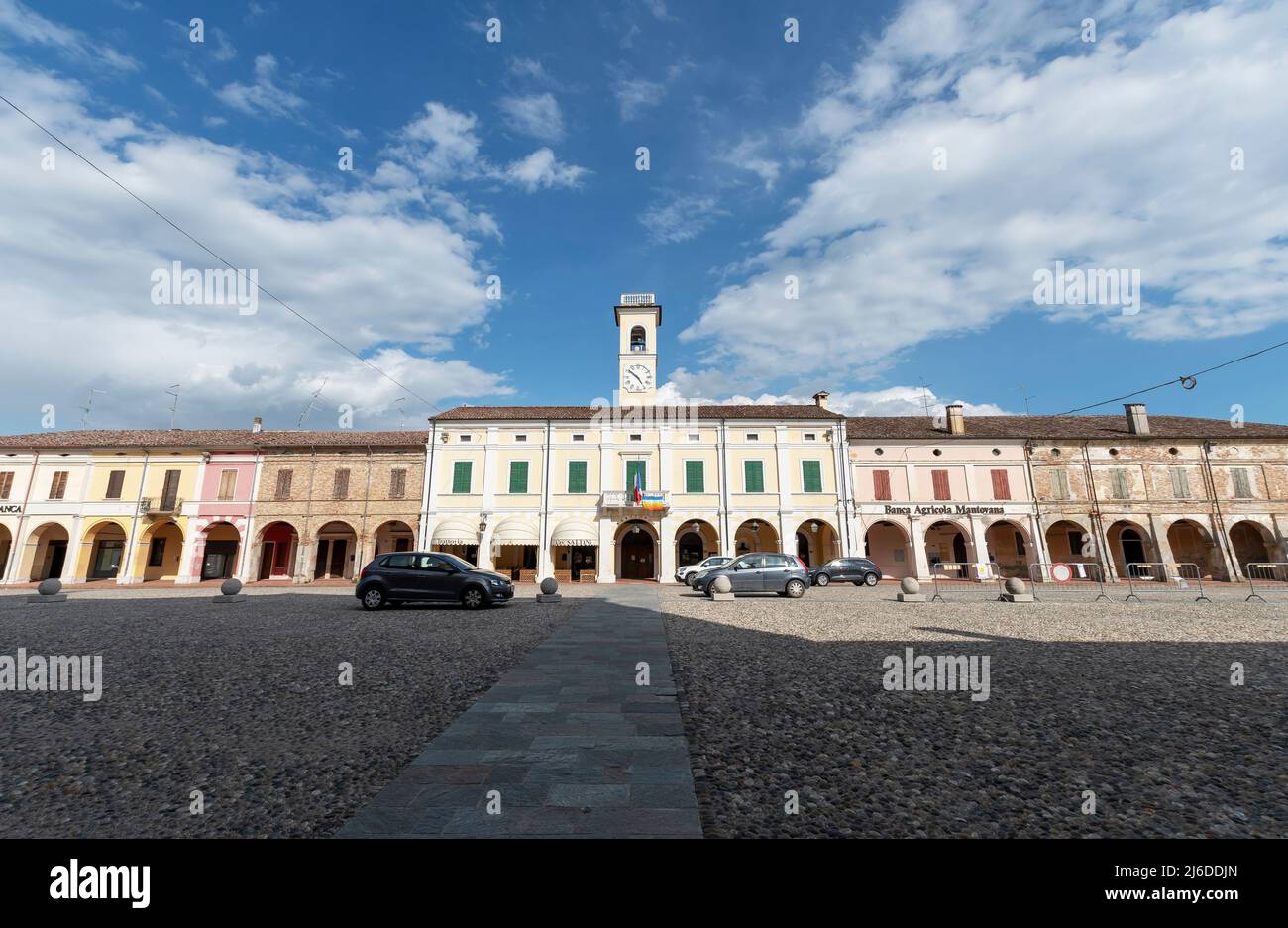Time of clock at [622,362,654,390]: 4:51
